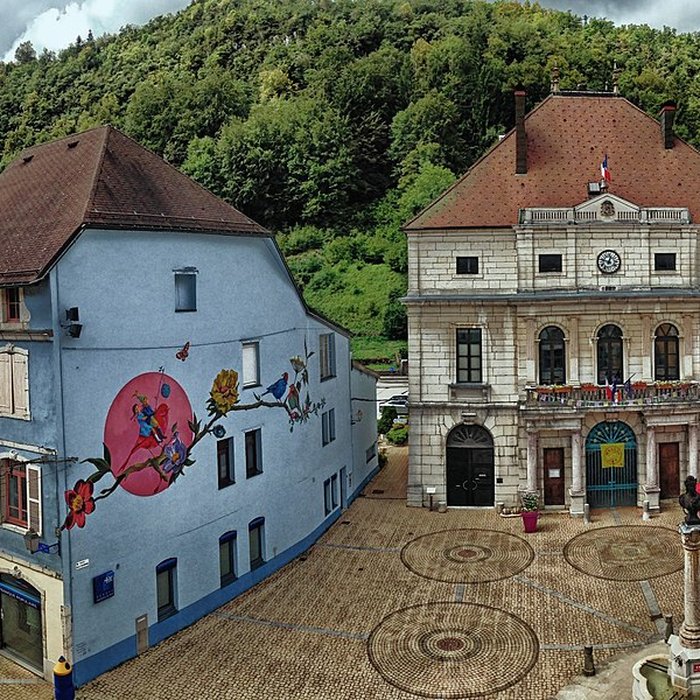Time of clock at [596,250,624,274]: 12:47
